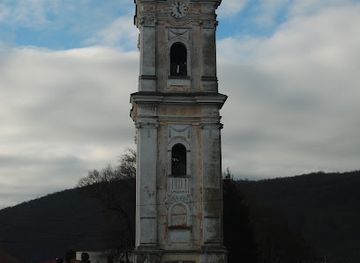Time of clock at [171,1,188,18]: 5:01
